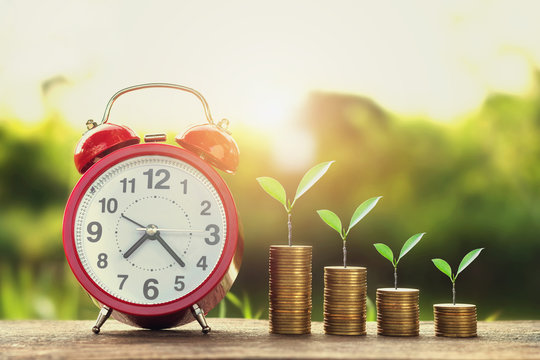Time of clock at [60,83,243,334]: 7:22
